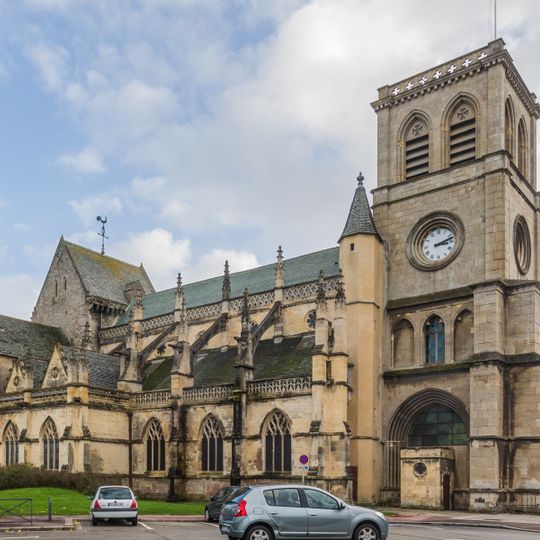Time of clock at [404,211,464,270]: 3:12
